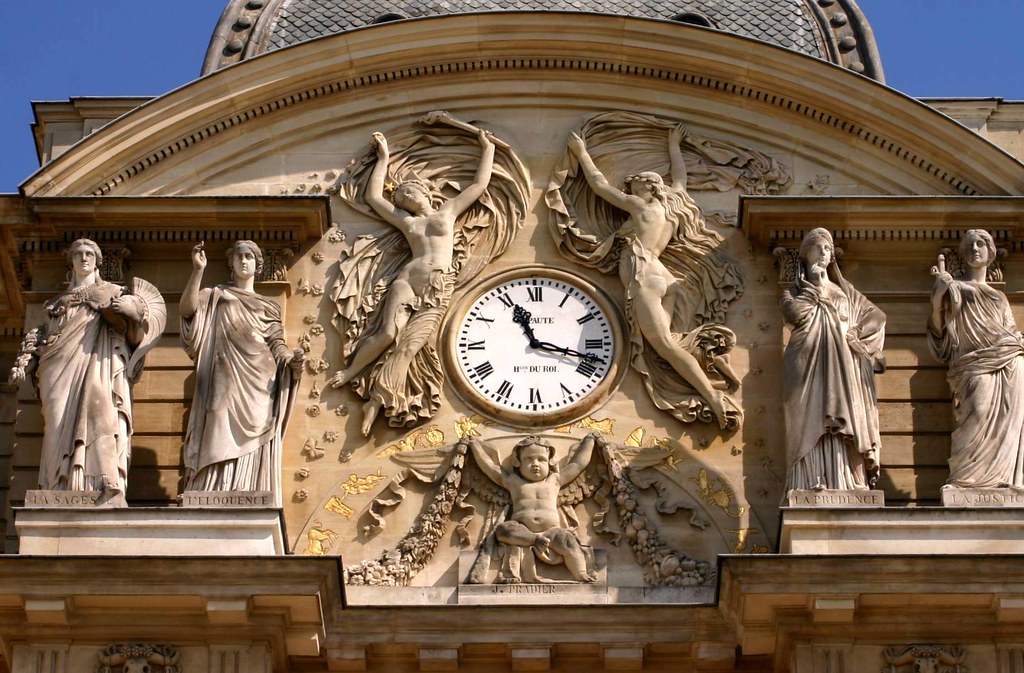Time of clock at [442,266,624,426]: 11:17
